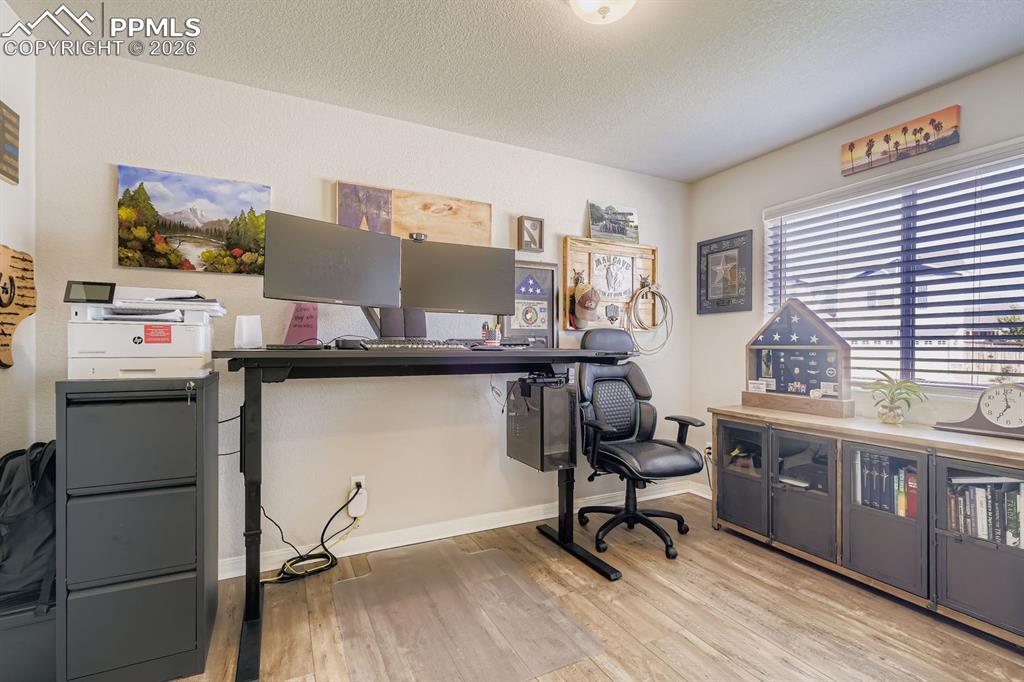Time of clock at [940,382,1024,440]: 6:58
